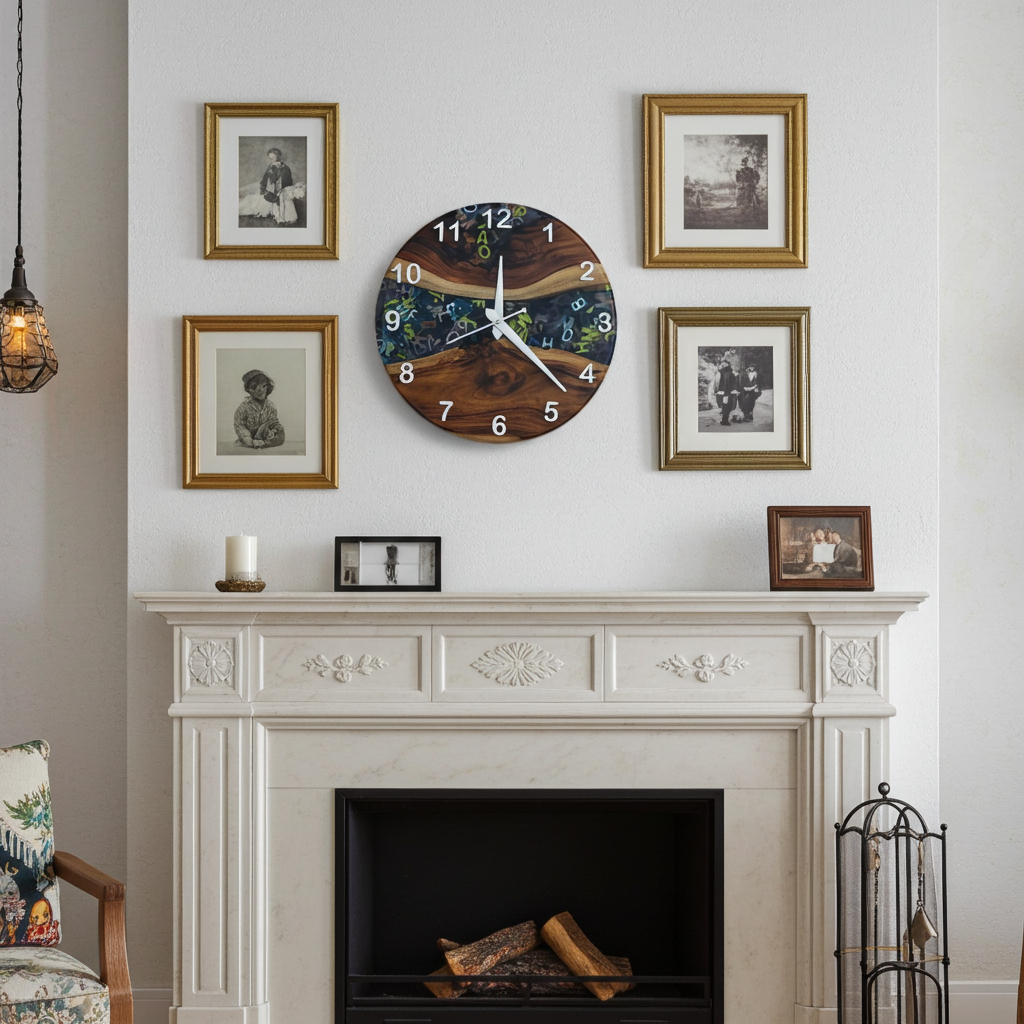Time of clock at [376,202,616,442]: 12:22
